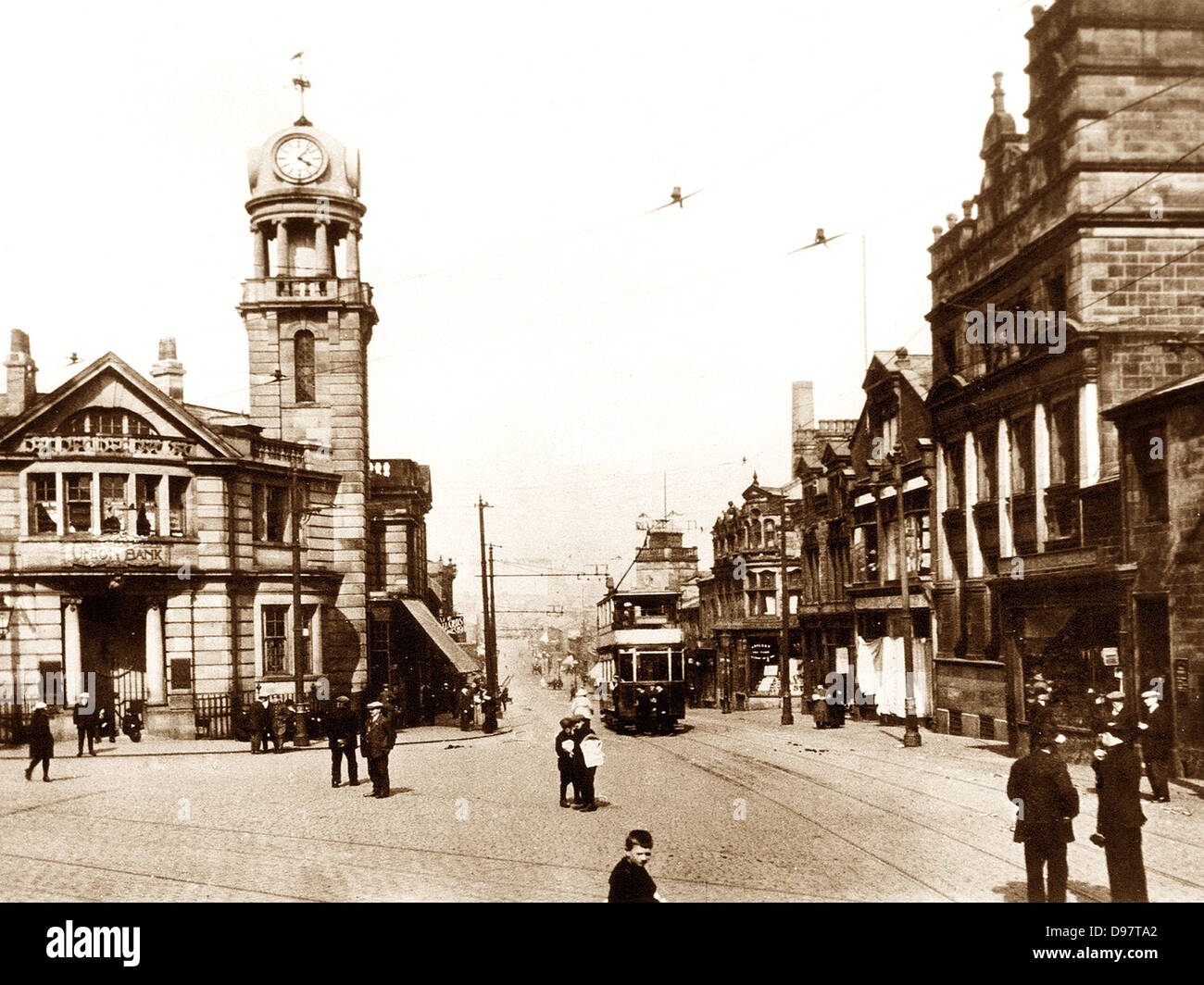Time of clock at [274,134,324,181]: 4:07
